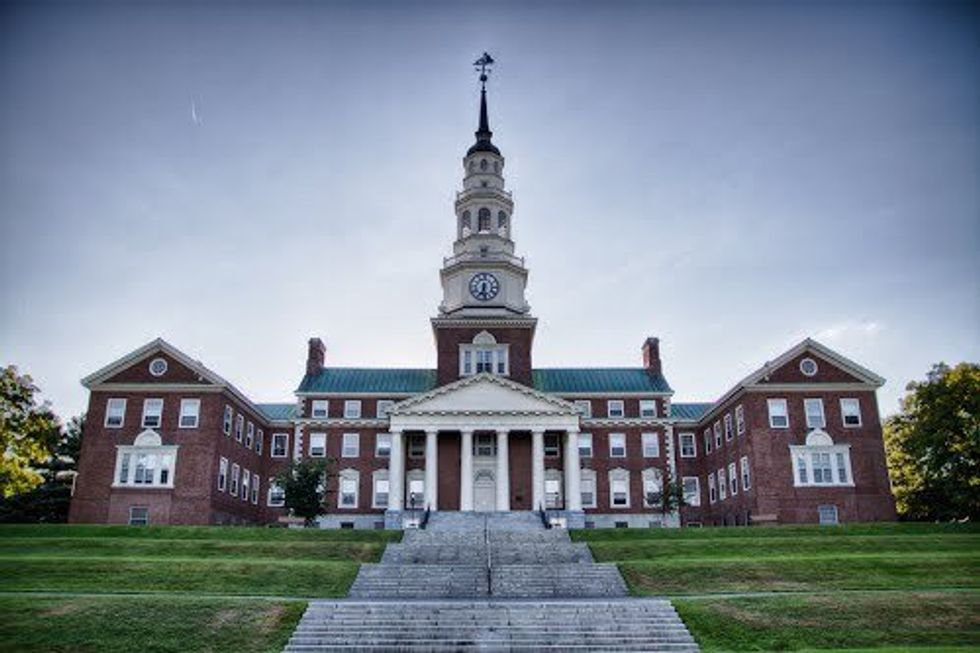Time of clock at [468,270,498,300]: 6:28
